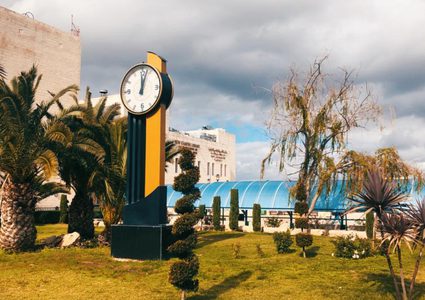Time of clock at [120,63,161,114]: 12:03
